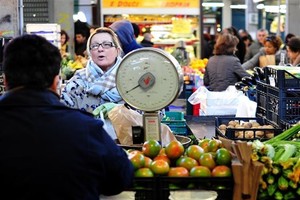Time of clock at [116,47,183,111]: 7:39
